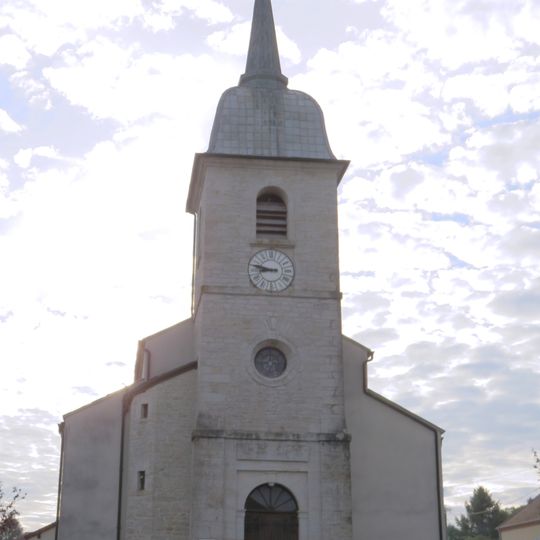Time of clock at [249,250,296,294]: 8:47
